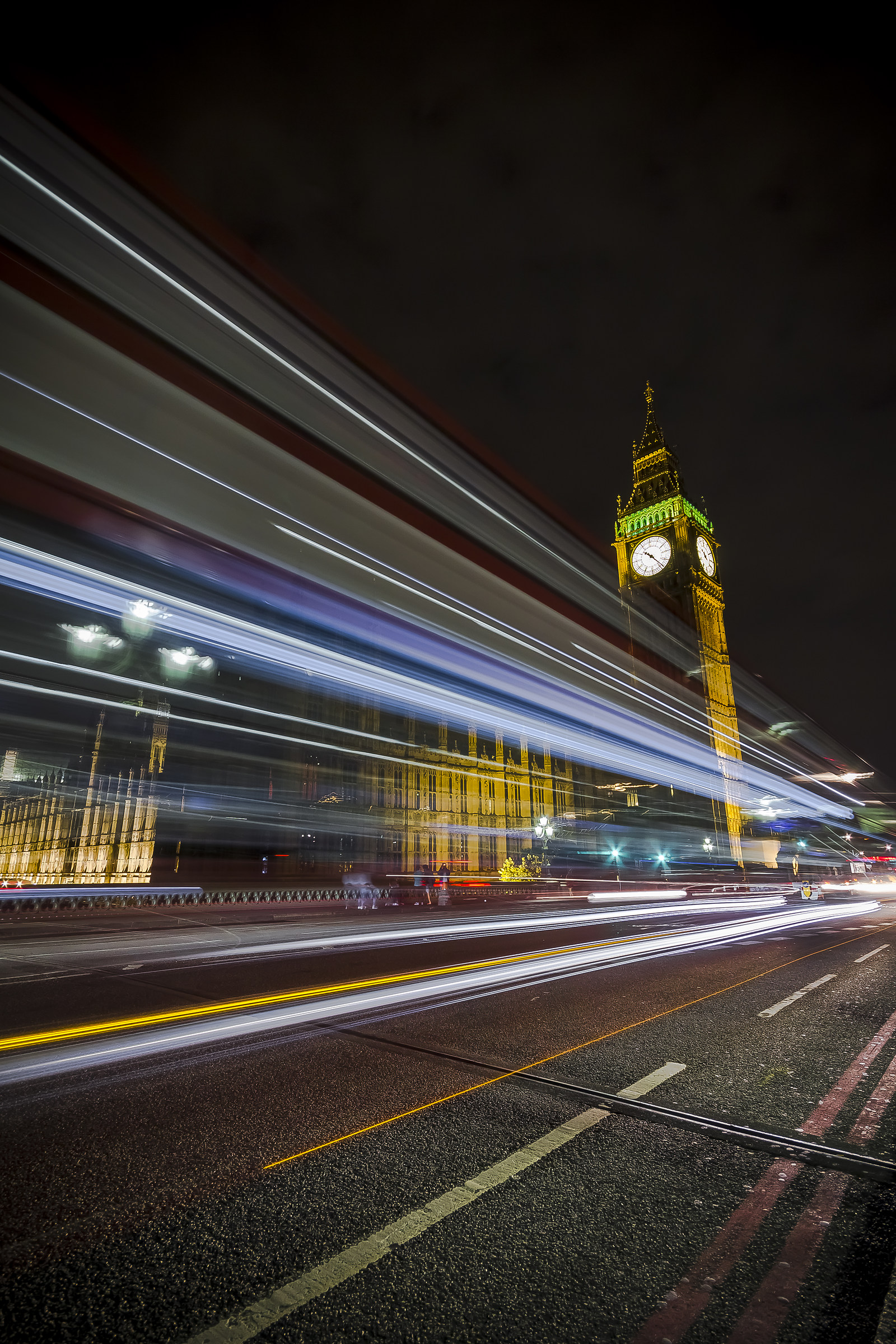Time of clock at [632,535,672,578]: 10:23
